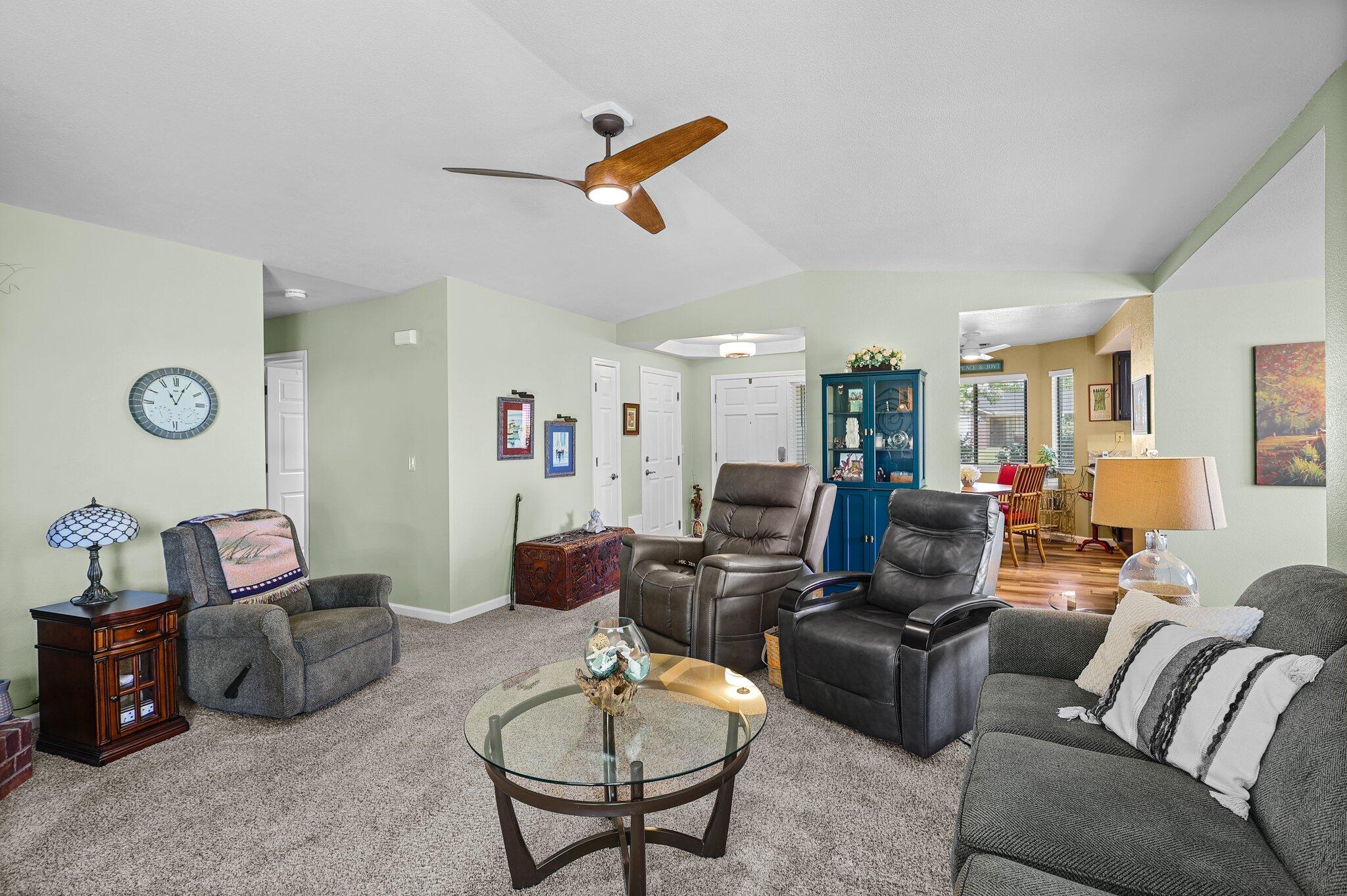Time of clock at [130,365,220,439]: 11:04
